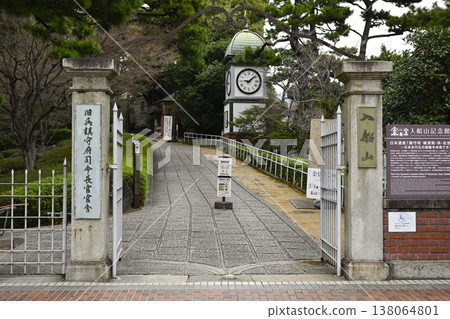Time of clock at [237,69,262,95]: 9:08
